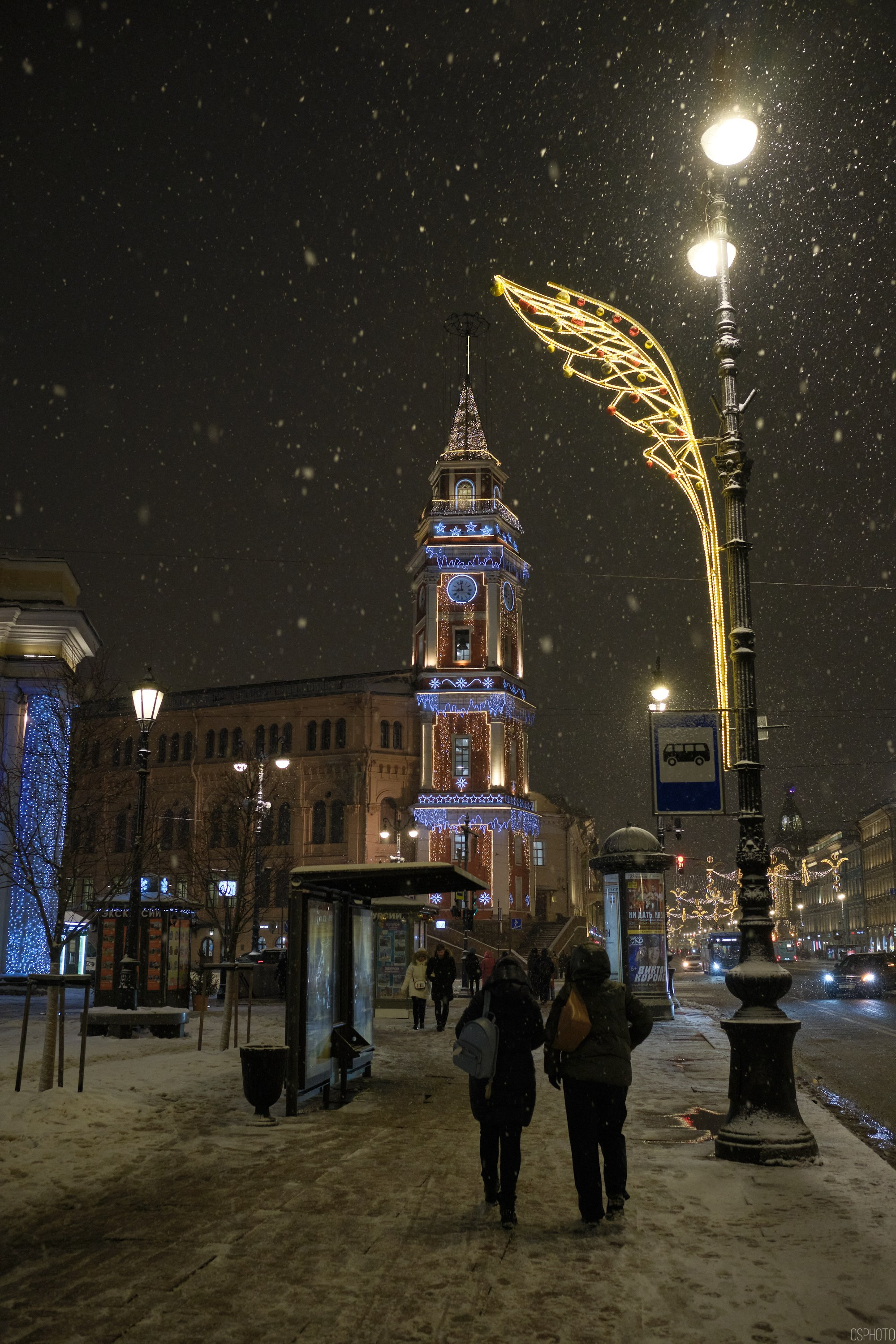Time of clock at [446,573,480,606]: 8:58
